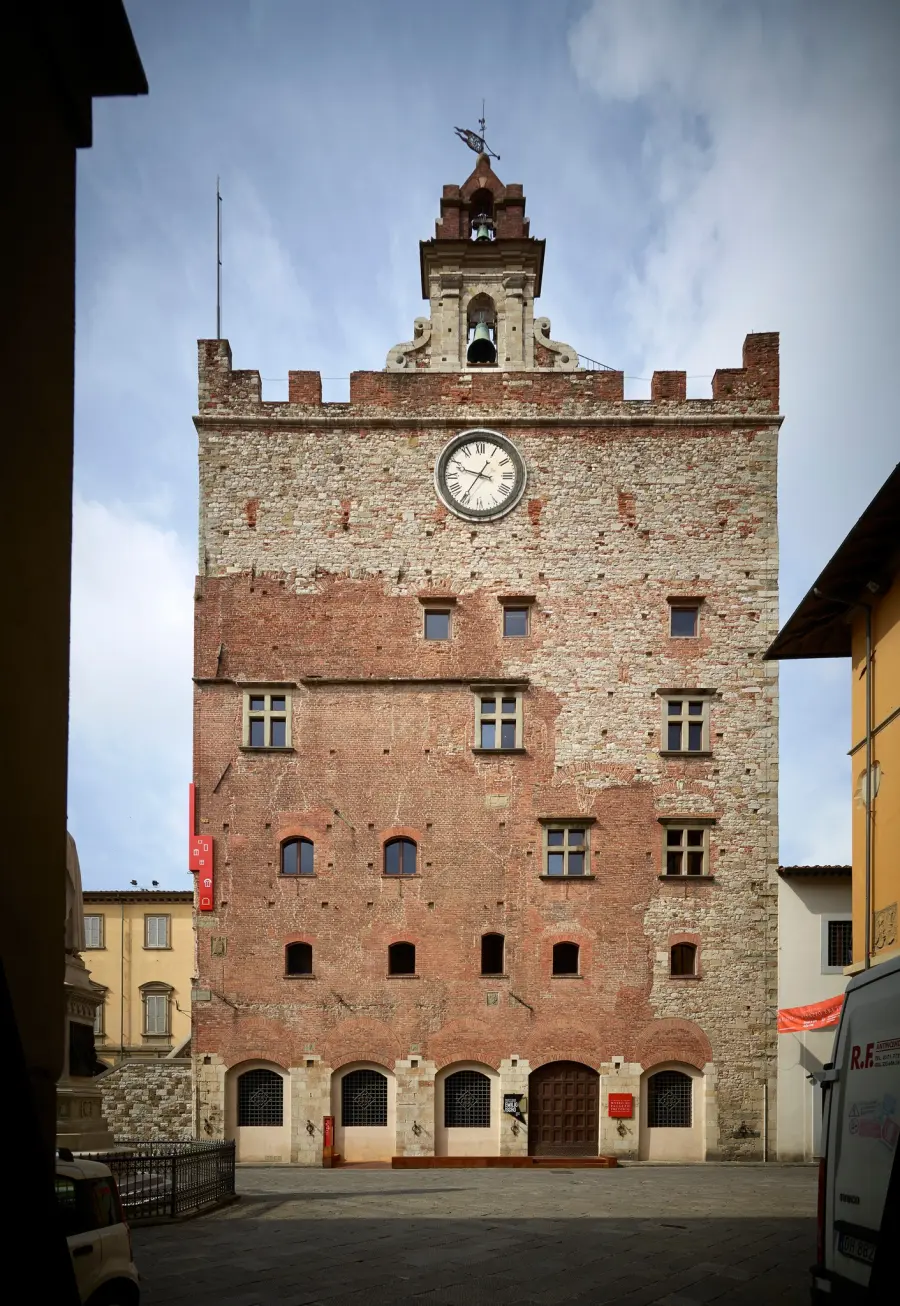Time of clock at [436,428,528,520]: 9:35
